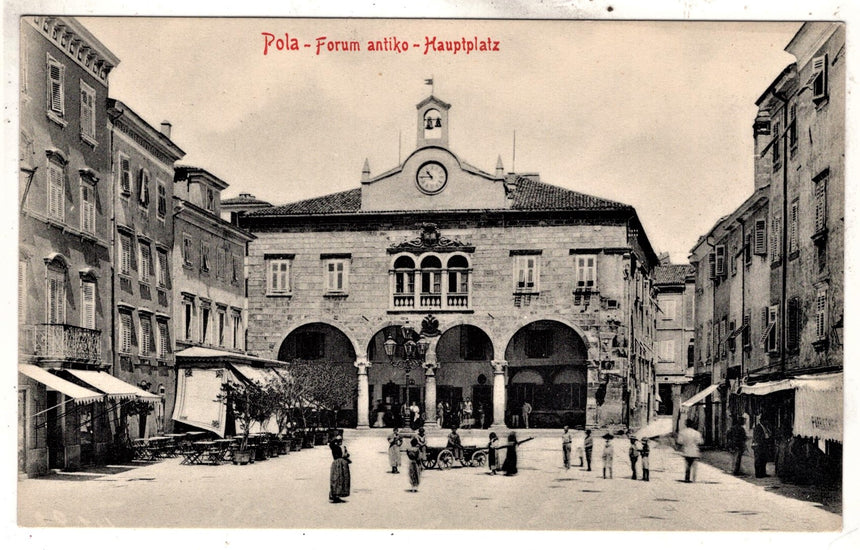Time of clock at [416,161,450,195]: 10:45
